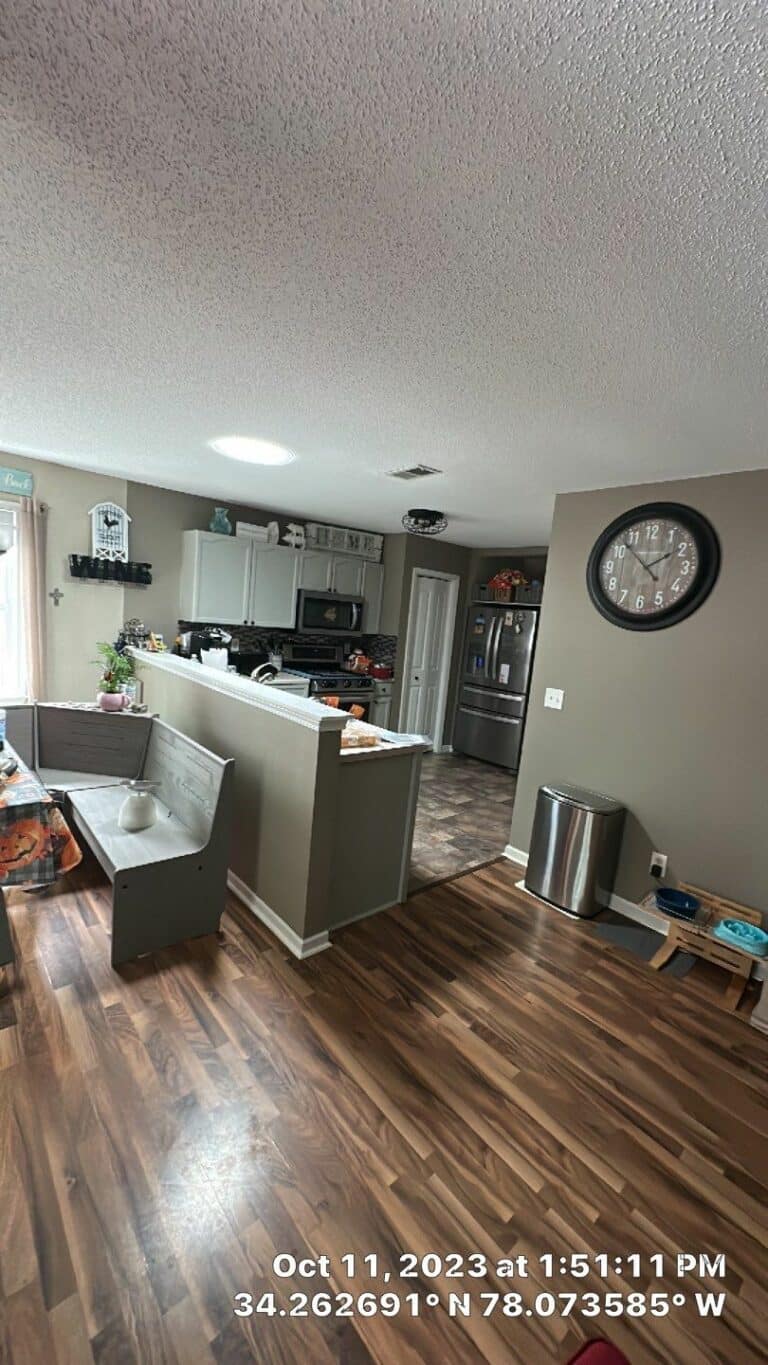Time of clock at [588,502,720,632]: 1:52
